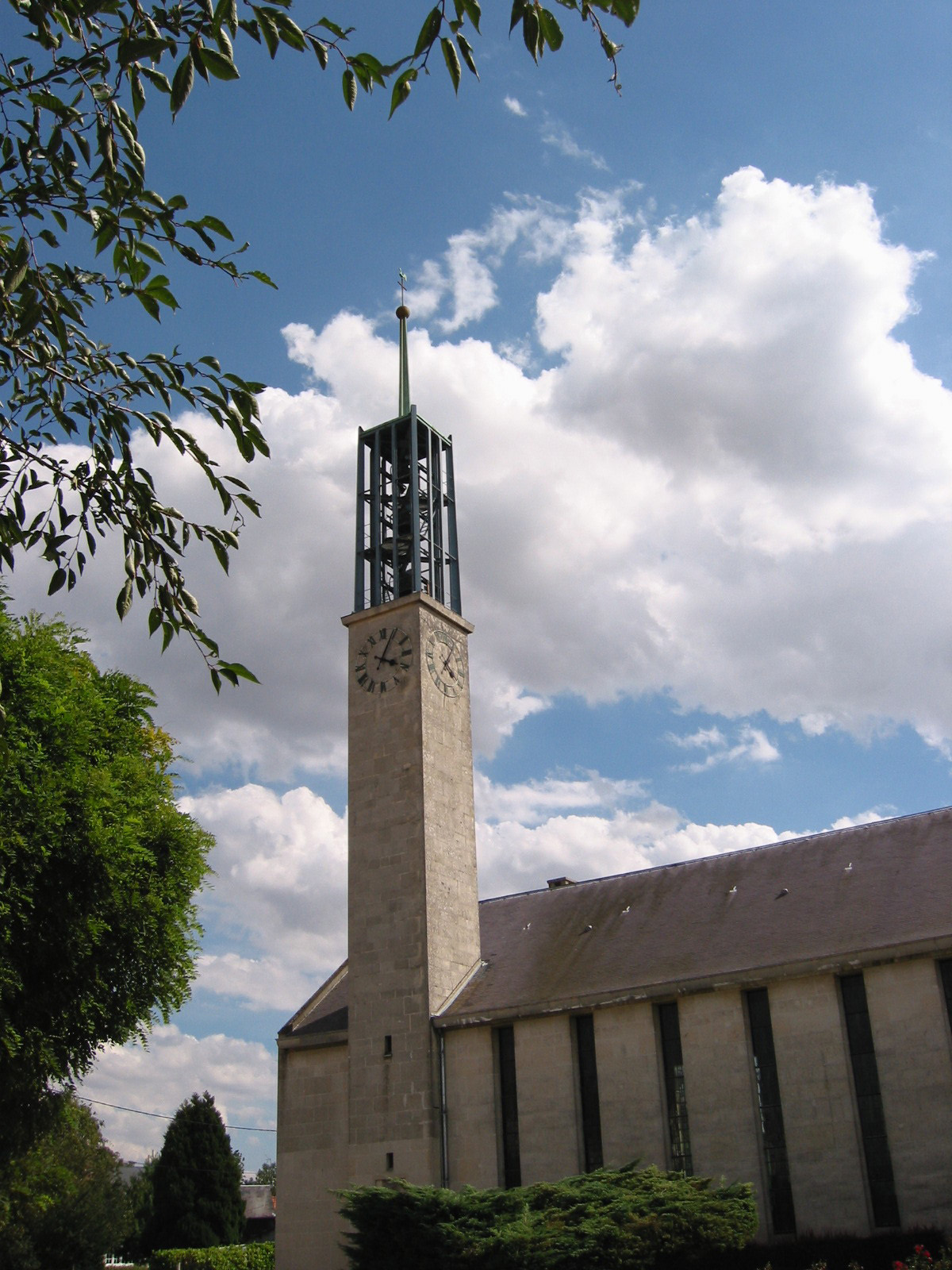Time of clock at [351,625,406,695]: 4:04
